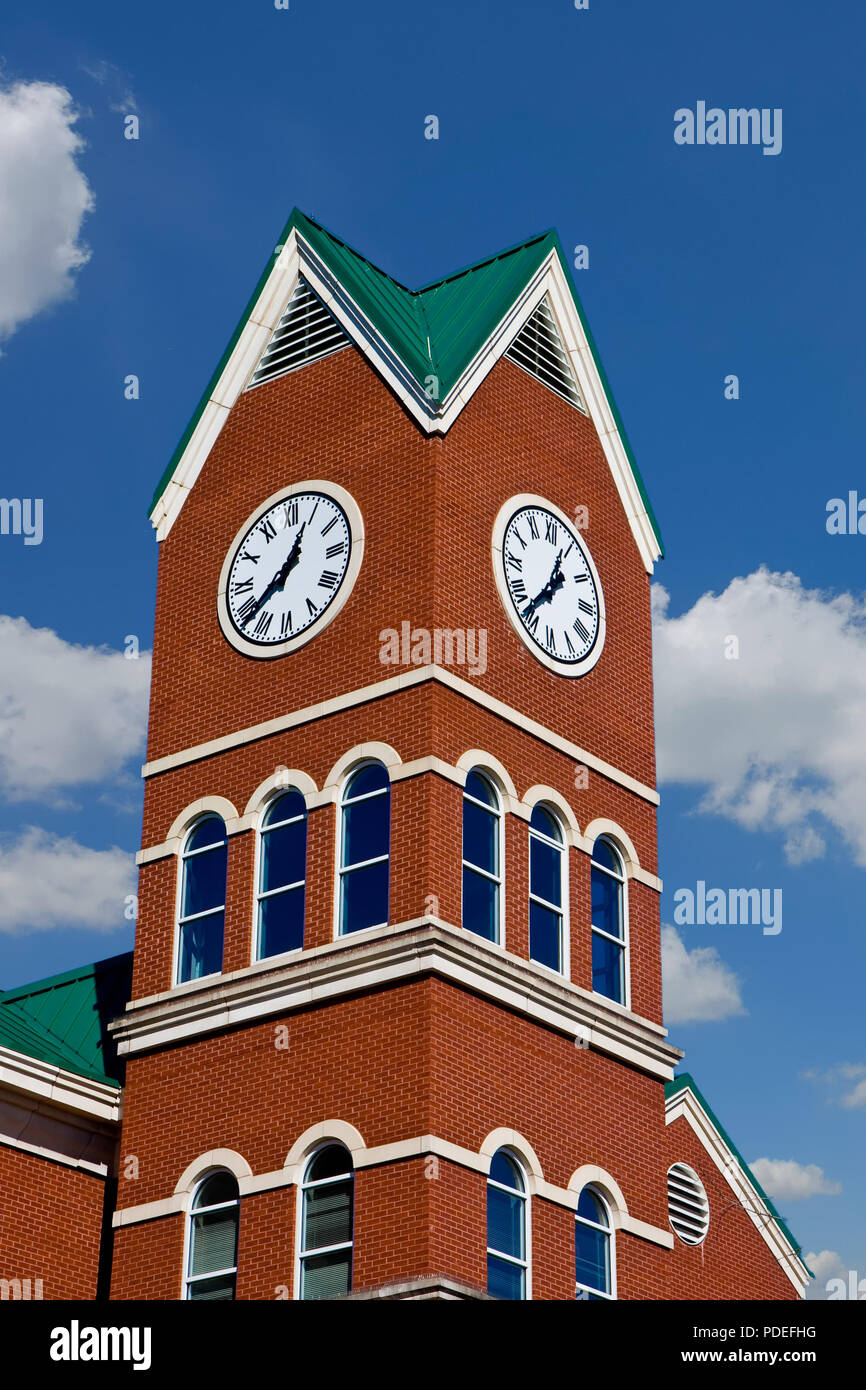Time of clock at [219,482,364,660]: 12:38
